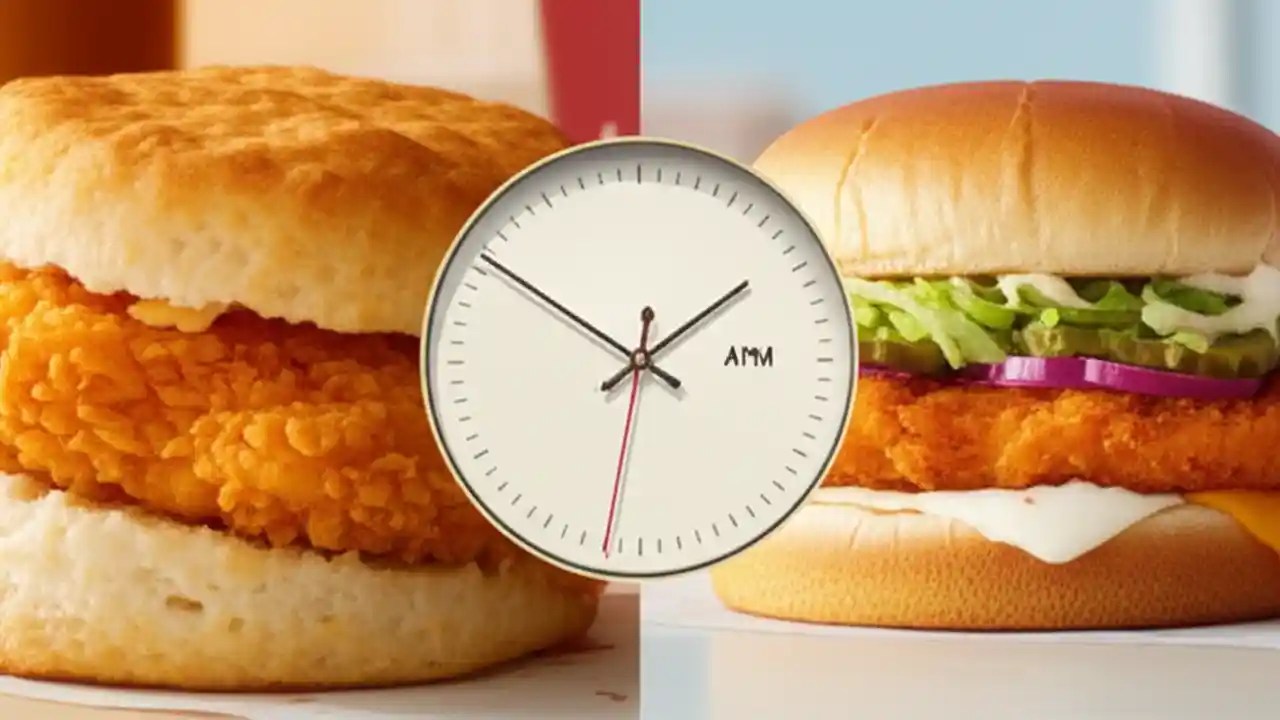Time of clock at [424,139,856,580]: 1:50
